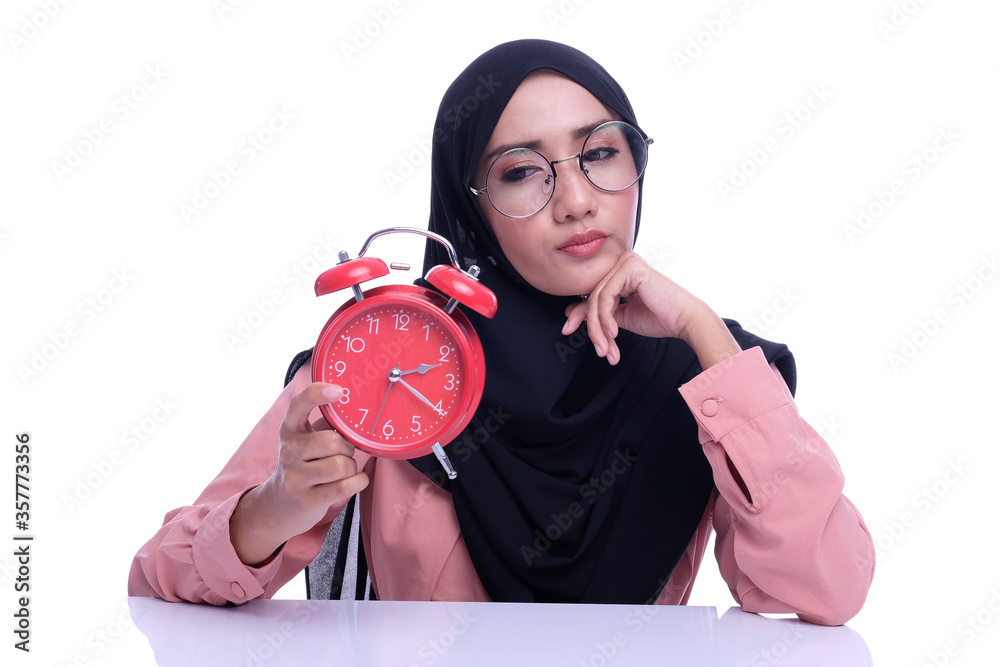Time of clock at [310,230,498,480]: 2:20
